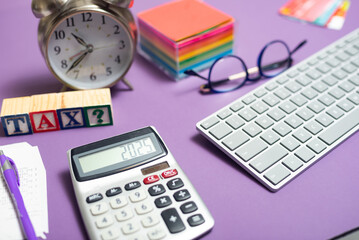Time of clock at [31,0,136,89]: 10:37
